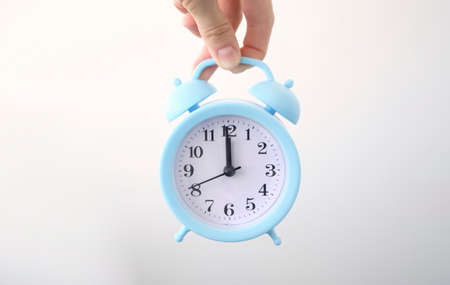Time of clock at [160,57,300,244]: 11:59
